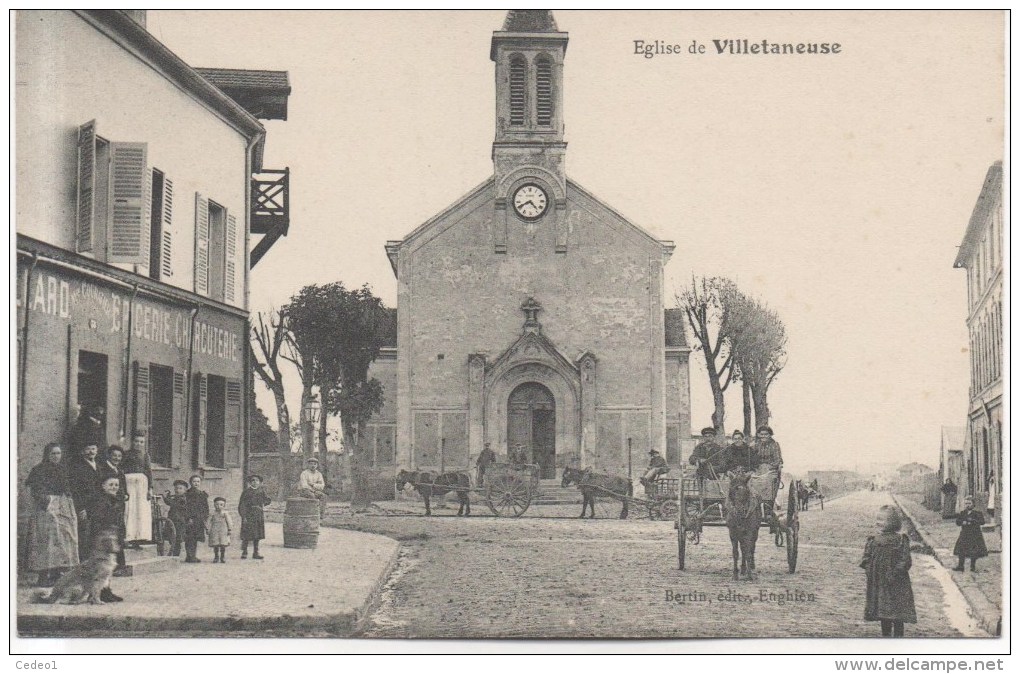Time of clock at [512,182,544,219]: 4:40
